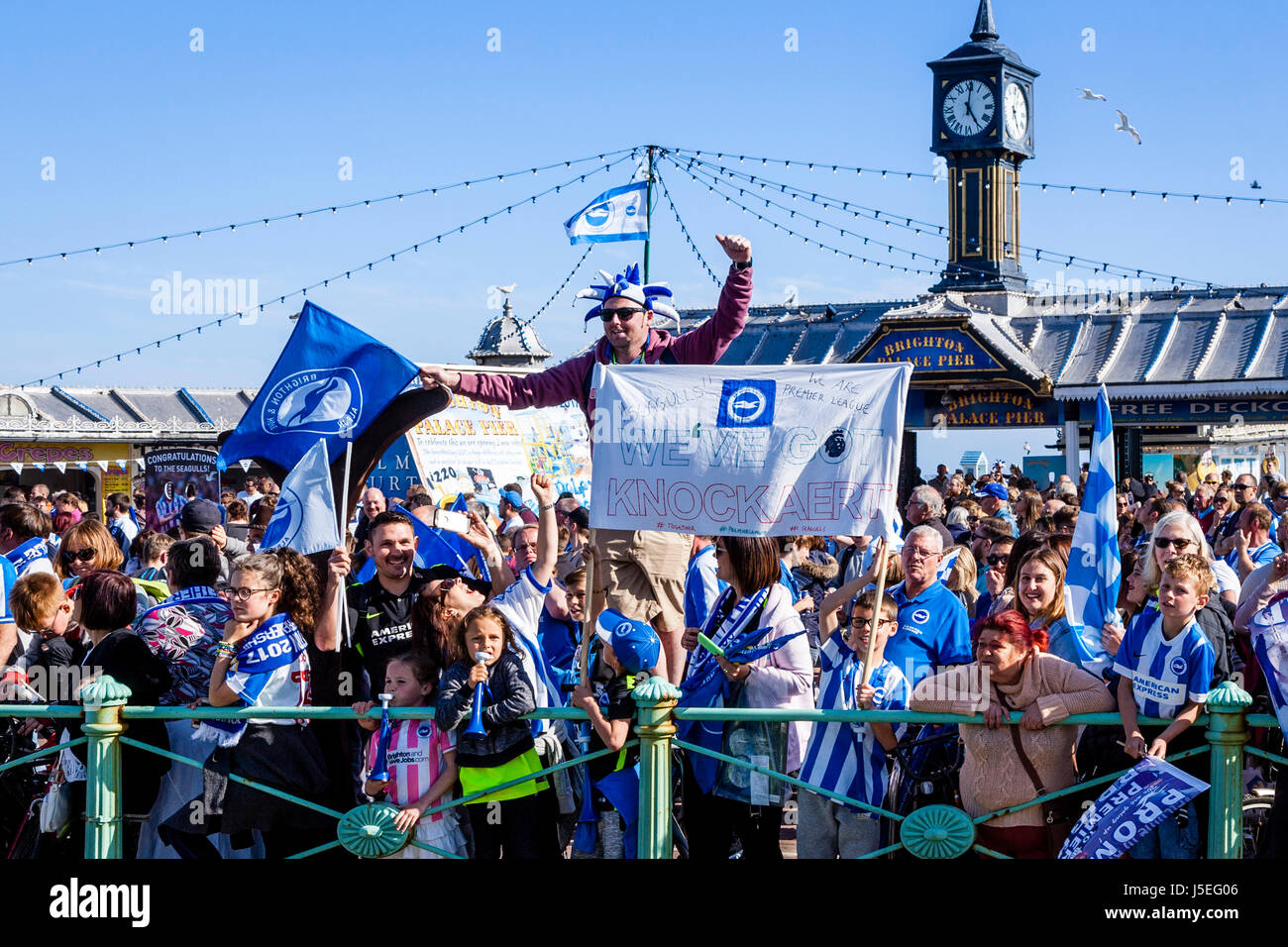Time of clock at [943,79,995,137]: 5:00
